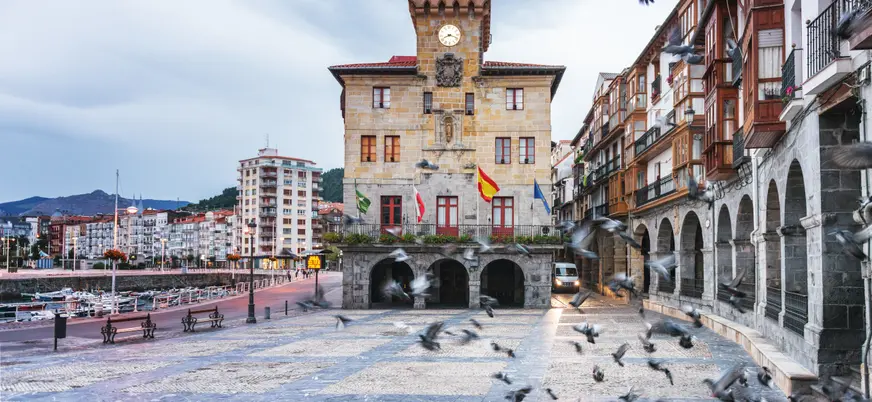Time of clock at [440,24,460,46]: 8:18
